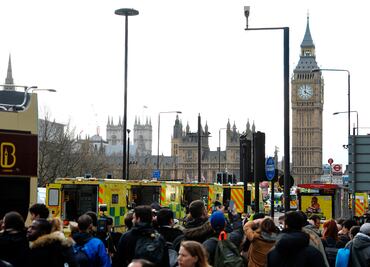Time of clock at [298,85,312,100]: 4:00
